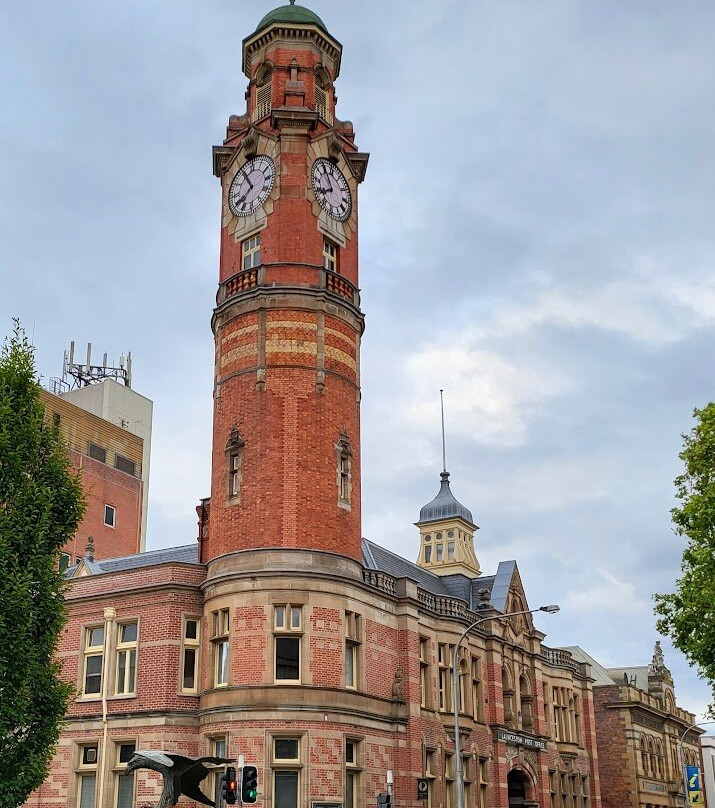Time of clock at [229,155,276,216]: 7:55
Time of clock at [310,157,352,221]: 7:54
